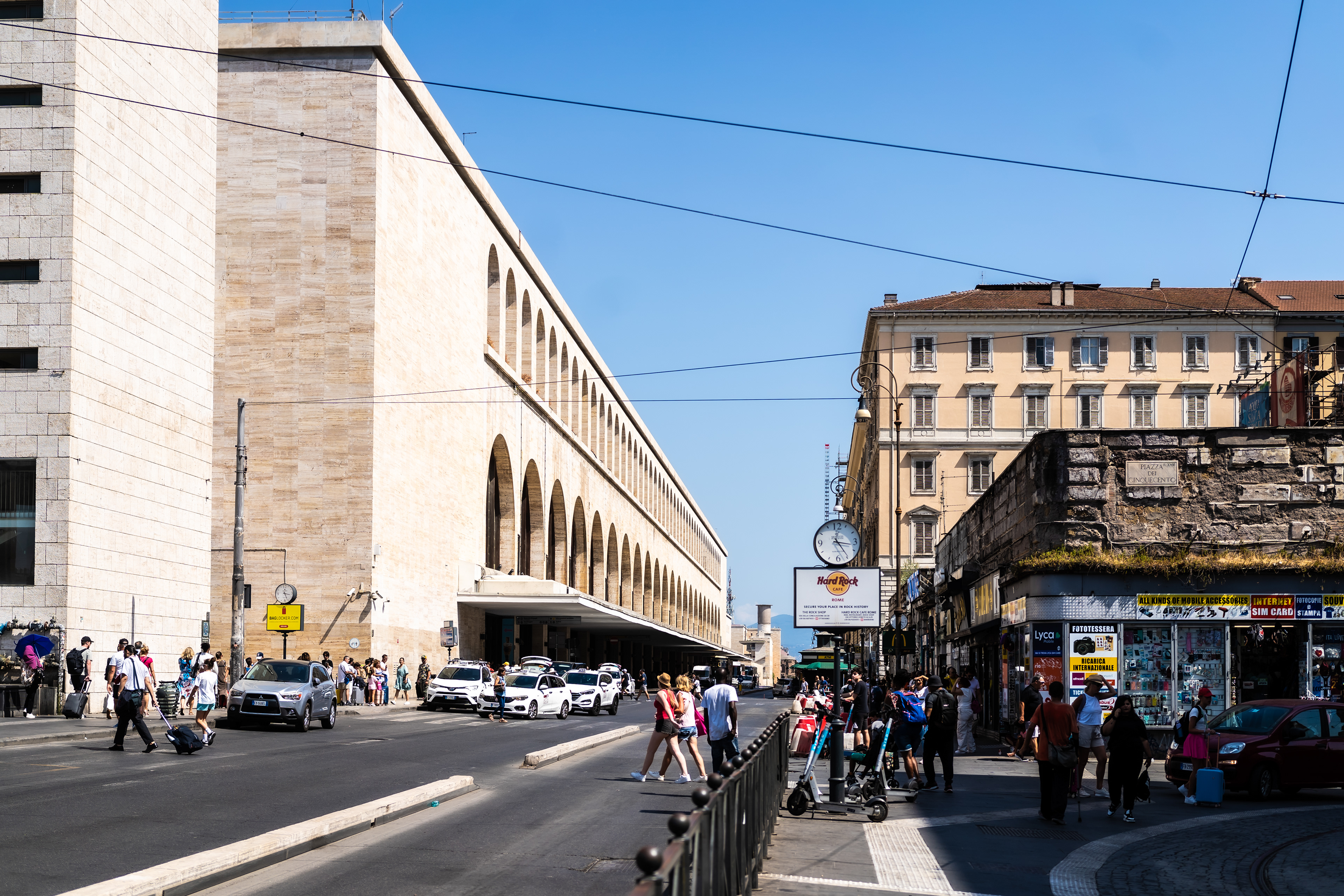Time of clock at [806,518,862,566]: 3:24
